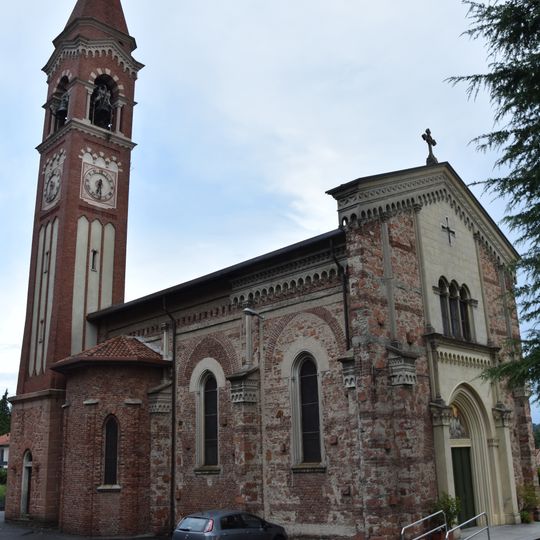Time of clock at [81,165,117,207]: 6:29
